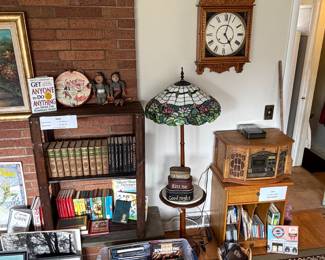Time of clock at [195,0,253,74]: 5:02
